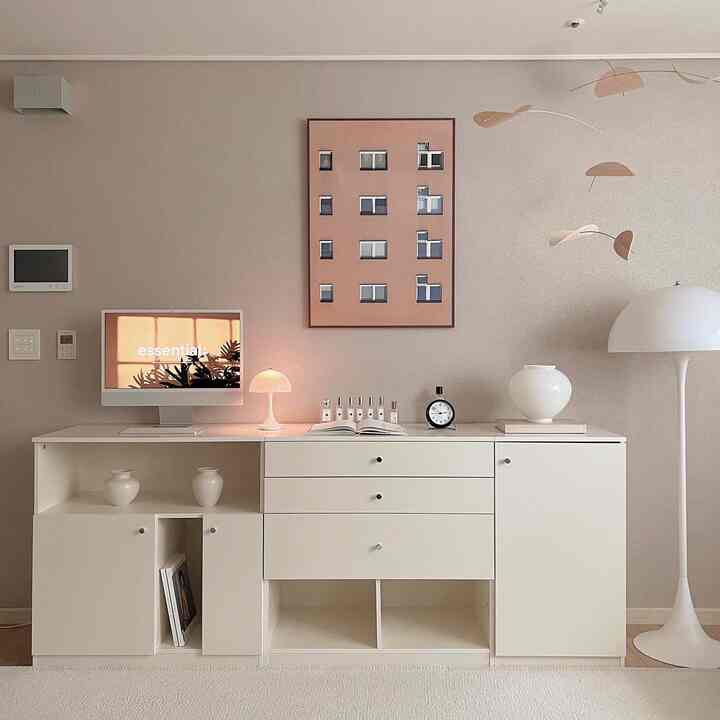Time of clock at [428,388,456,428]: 2:44
